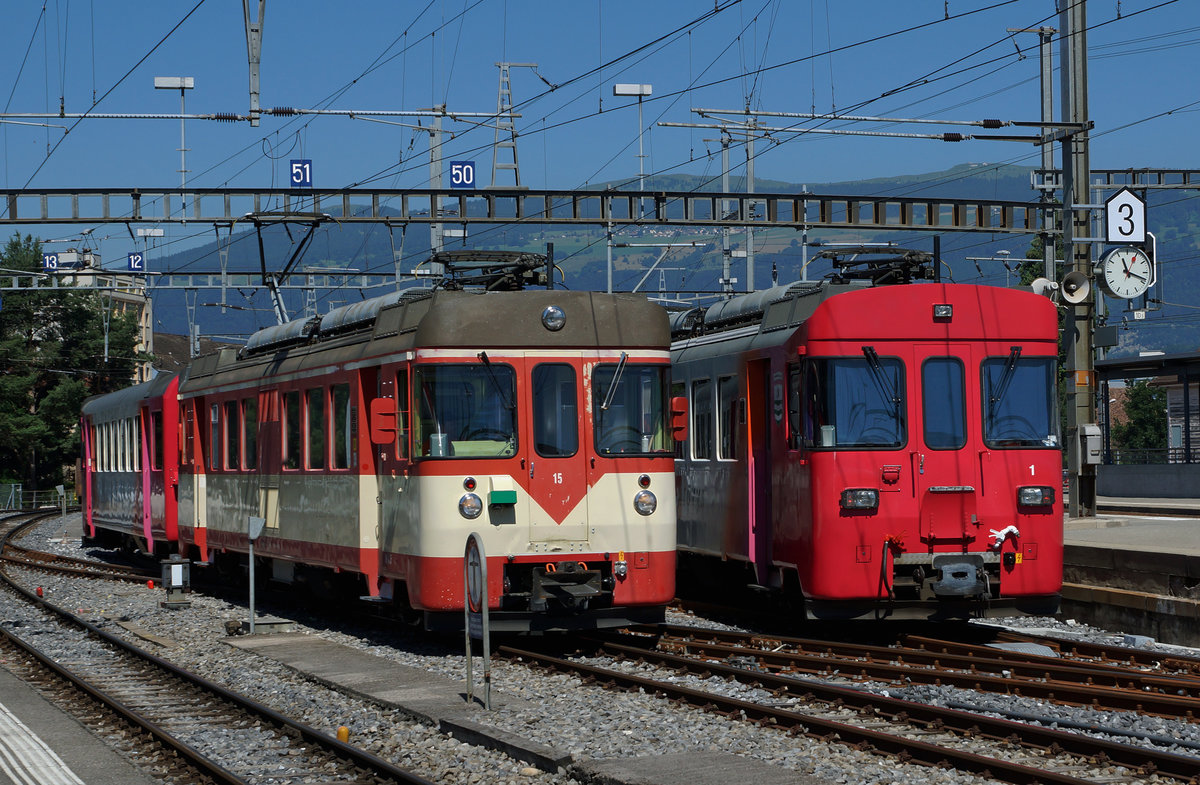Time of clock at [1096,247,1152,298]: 11:18
